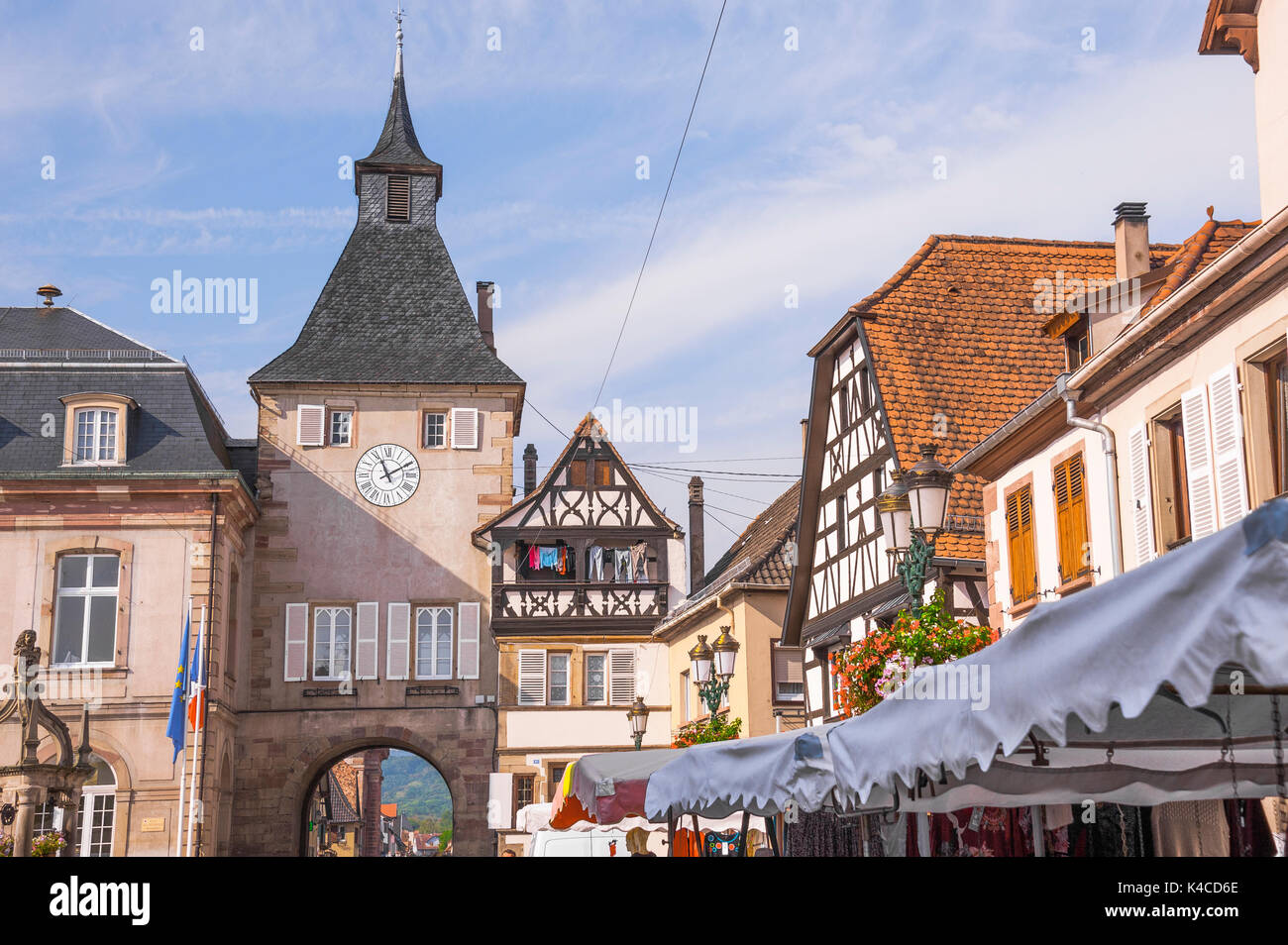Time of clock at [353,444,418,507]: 11:10
